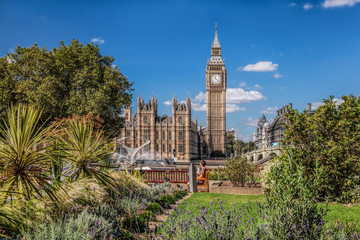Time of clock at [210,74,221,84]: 11:21
